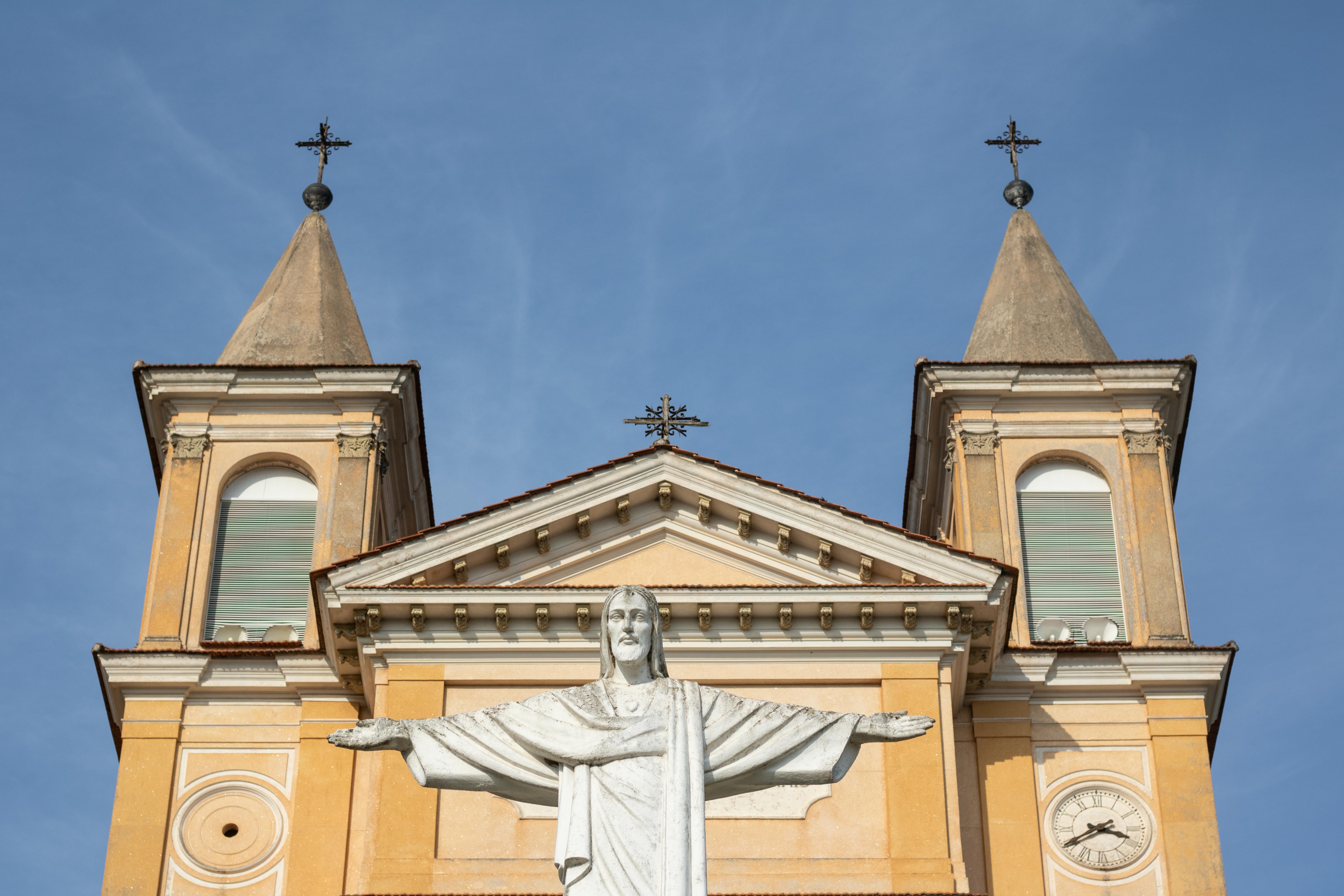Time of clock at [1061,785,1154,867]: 3:40
